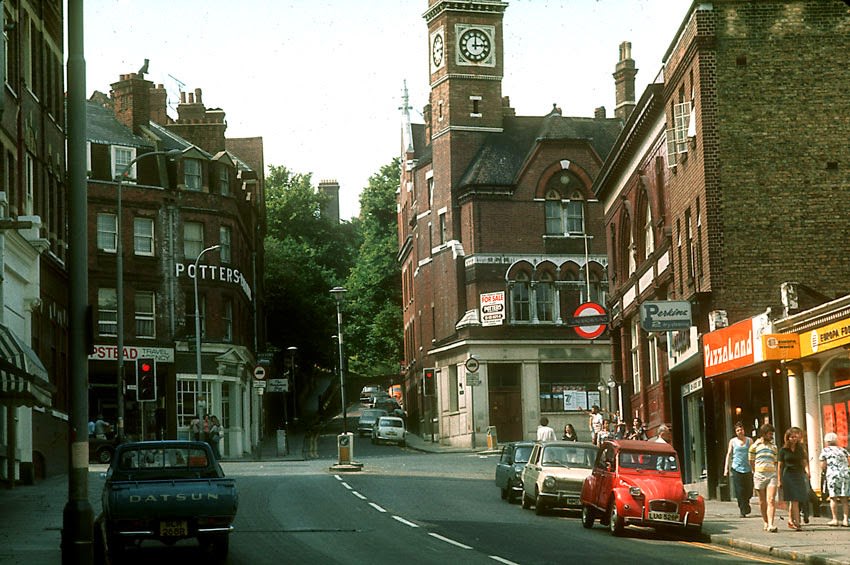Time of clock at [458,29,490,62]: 3:00
